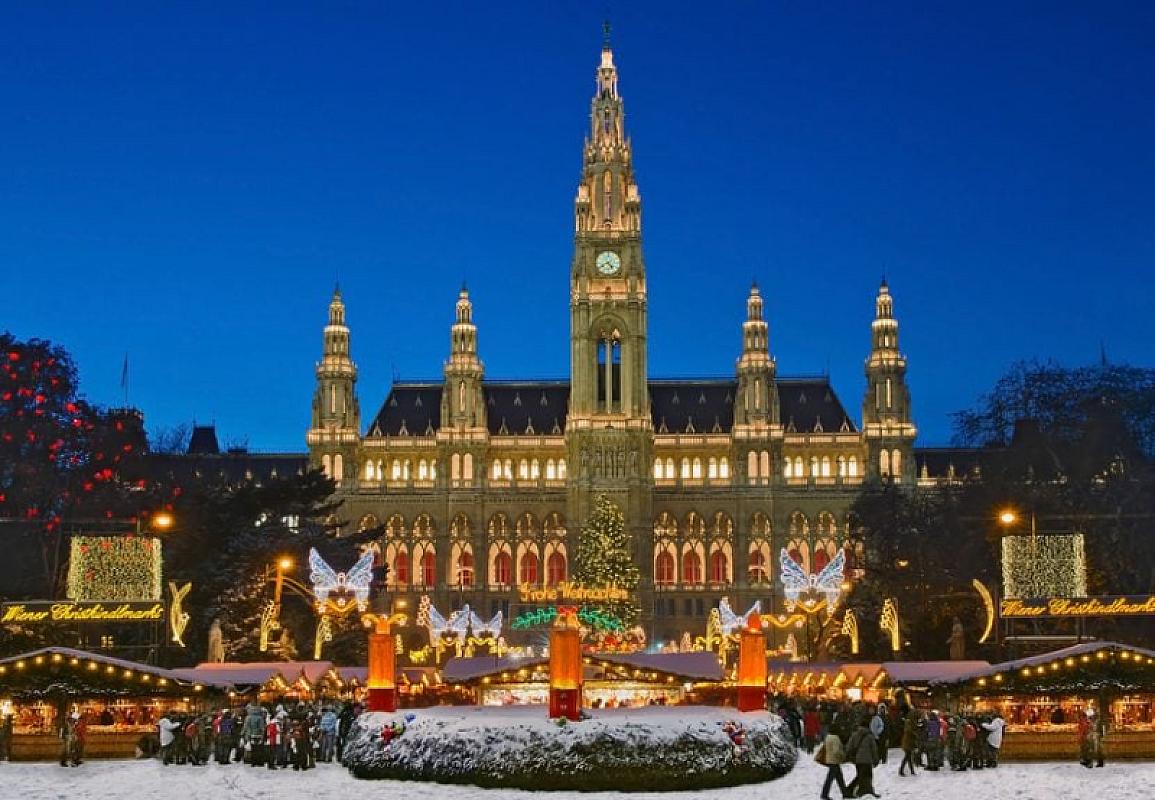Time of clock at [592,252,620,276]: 4:40
